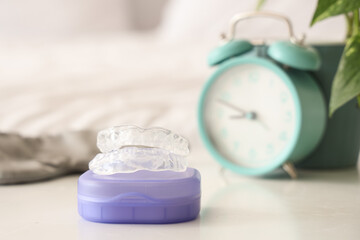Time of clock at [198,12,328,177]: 8:48
